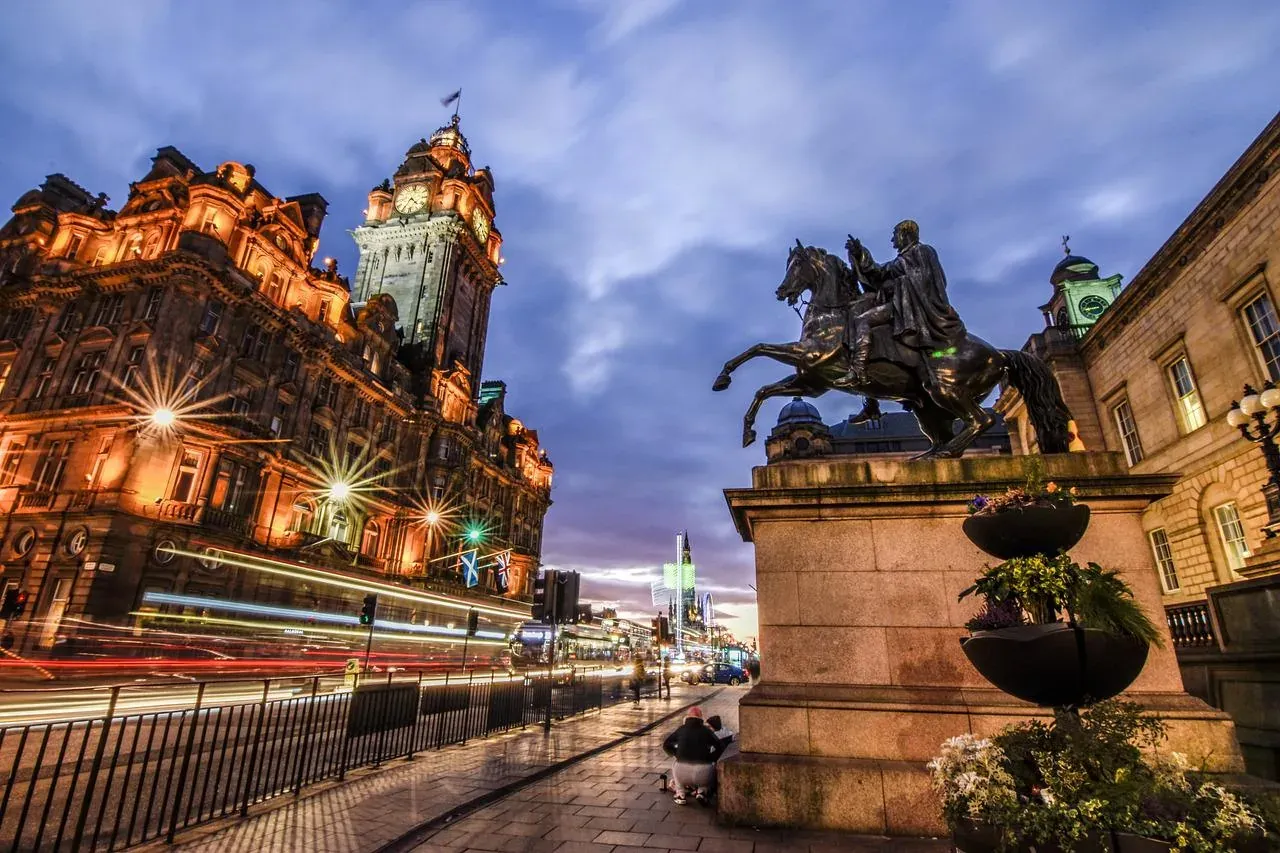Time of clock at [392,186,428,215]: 4:35
